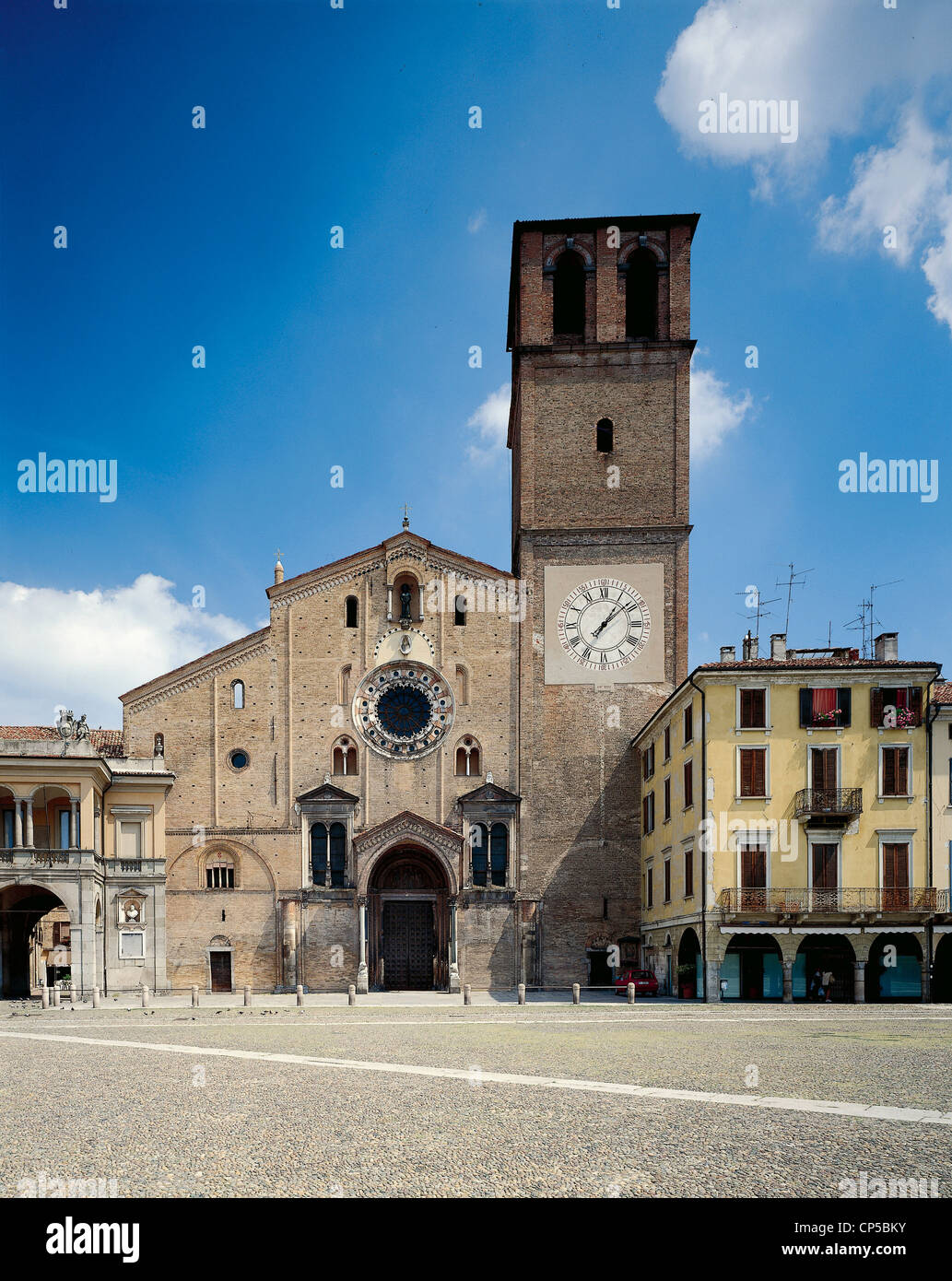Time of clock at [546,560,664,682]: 1:08
